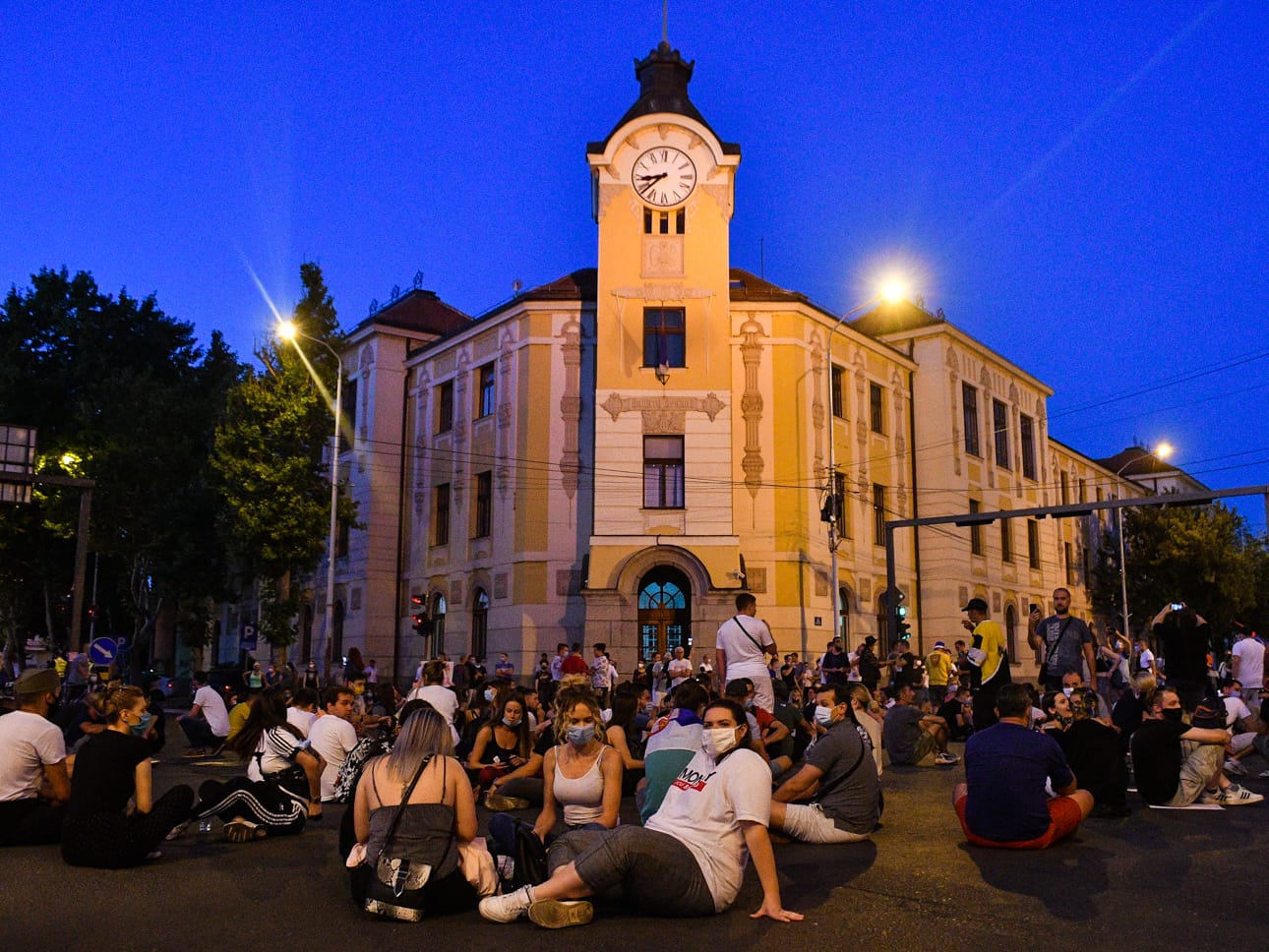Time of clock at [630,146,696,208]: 8:38
